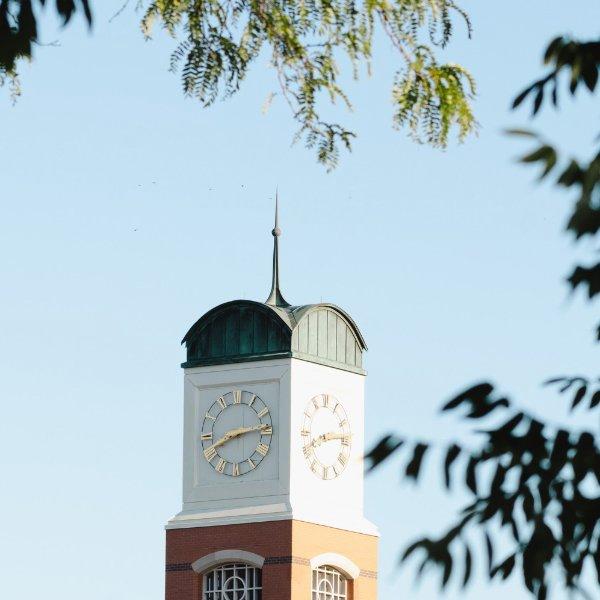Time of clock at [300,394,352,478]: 8:14
